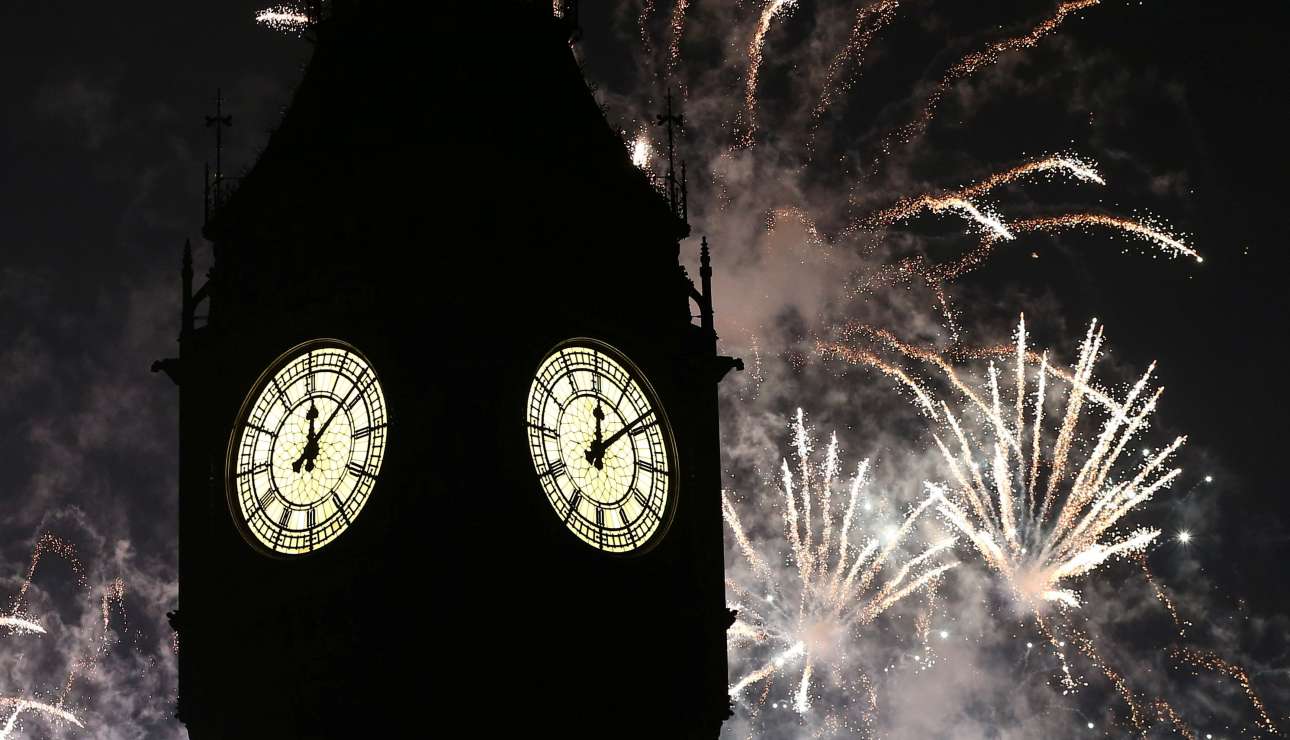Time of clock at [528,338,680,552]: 12:08
